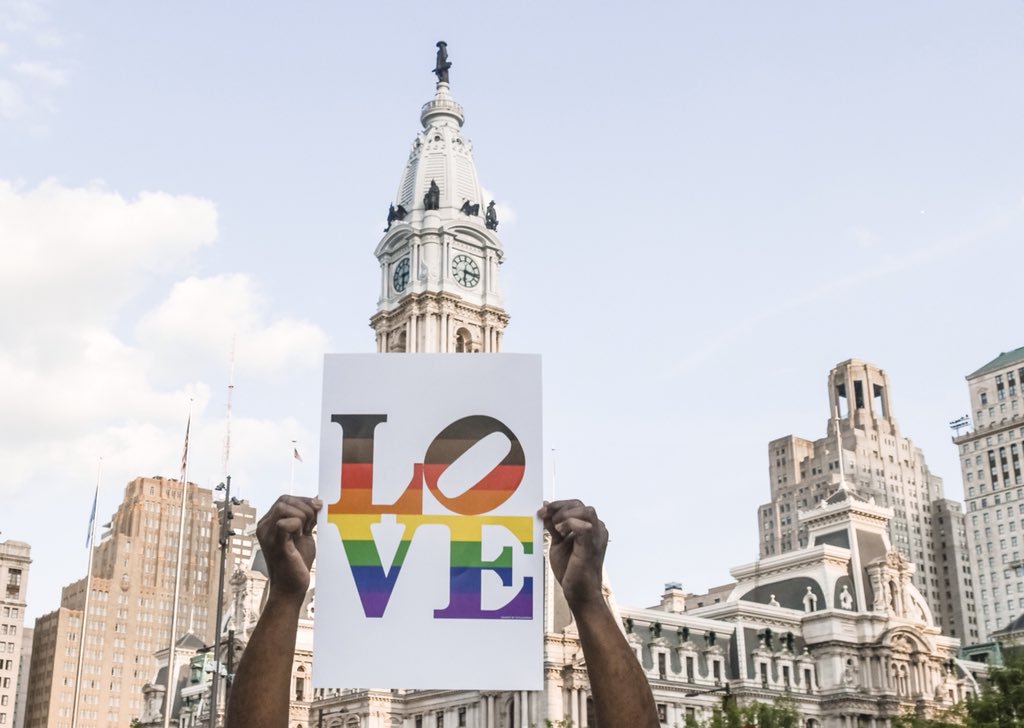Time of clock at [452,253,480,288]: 6:16
